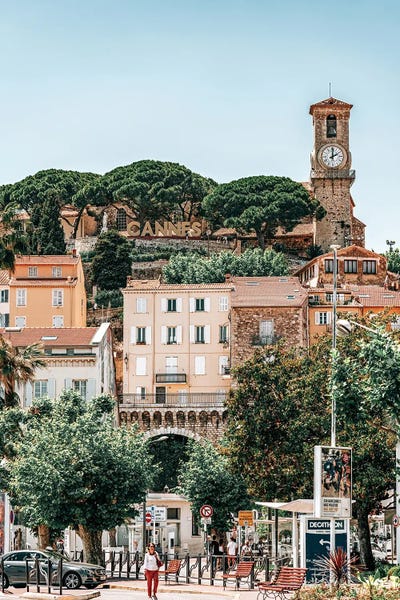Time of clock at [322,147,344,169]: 2:01
